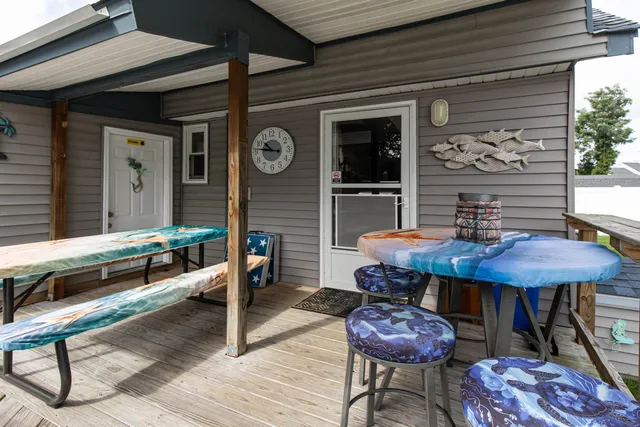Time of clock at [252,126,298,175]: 10:46
